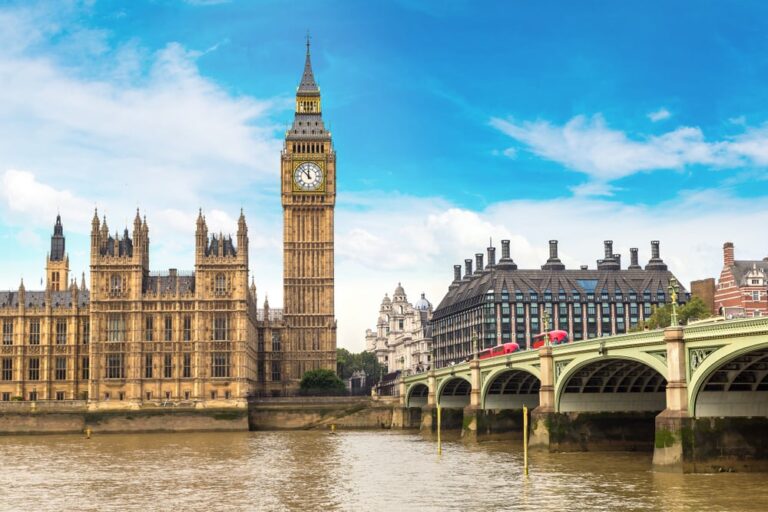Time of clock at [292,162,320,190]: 11:52
